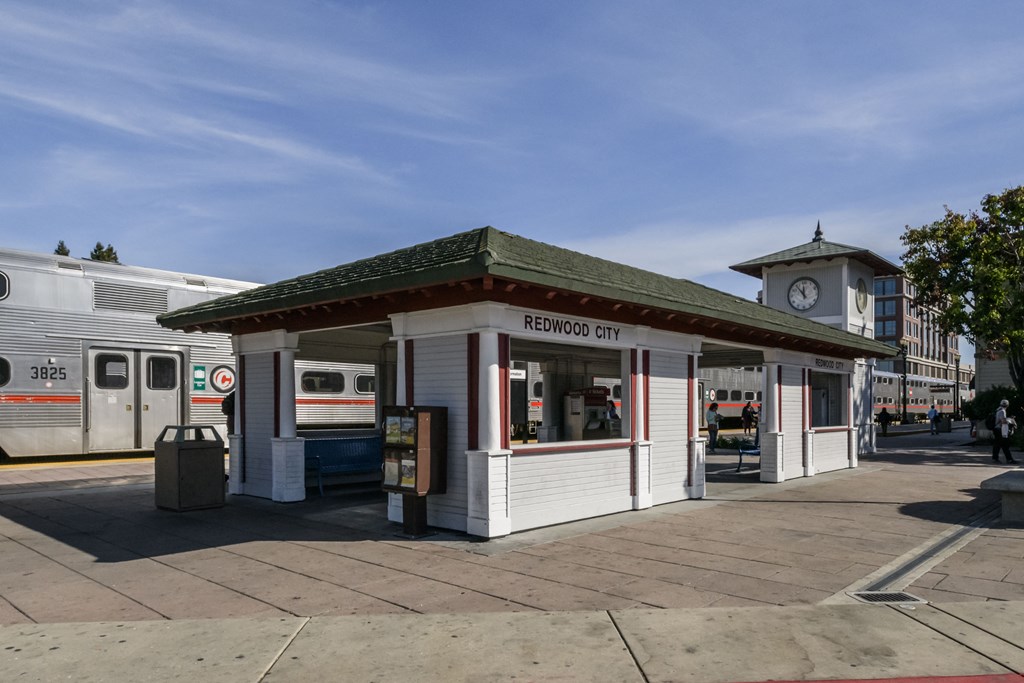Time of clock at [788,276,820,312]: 11:53
